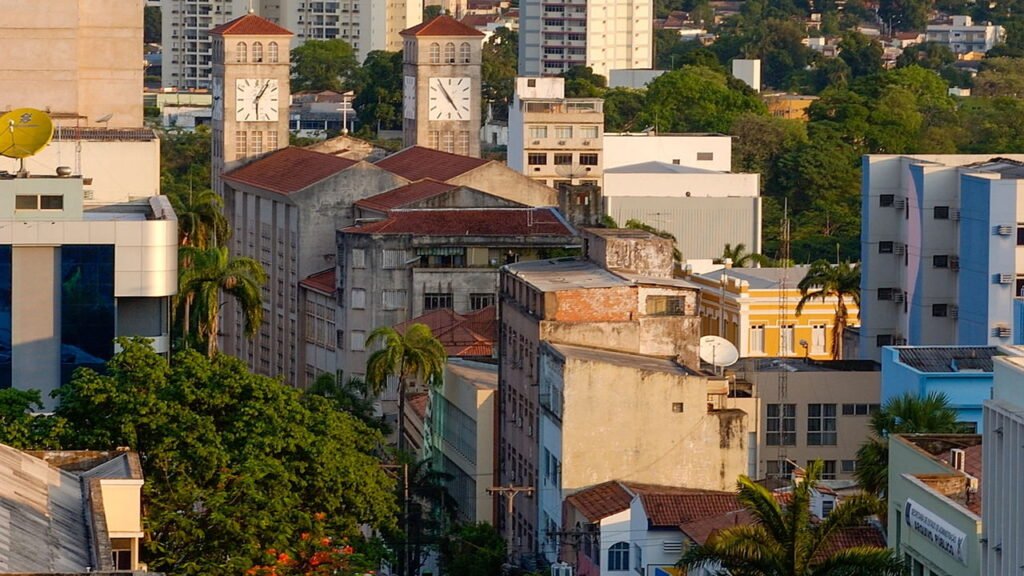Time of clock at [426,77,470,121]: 4:54
